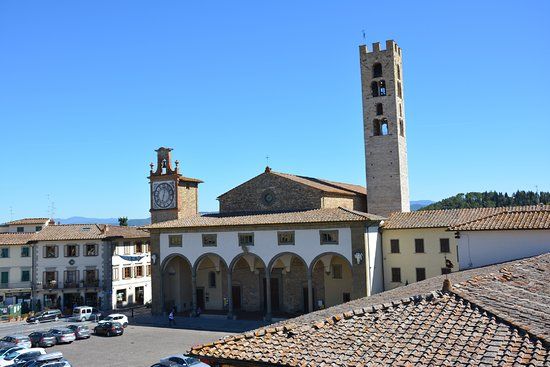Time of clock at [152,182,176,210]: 12:32
